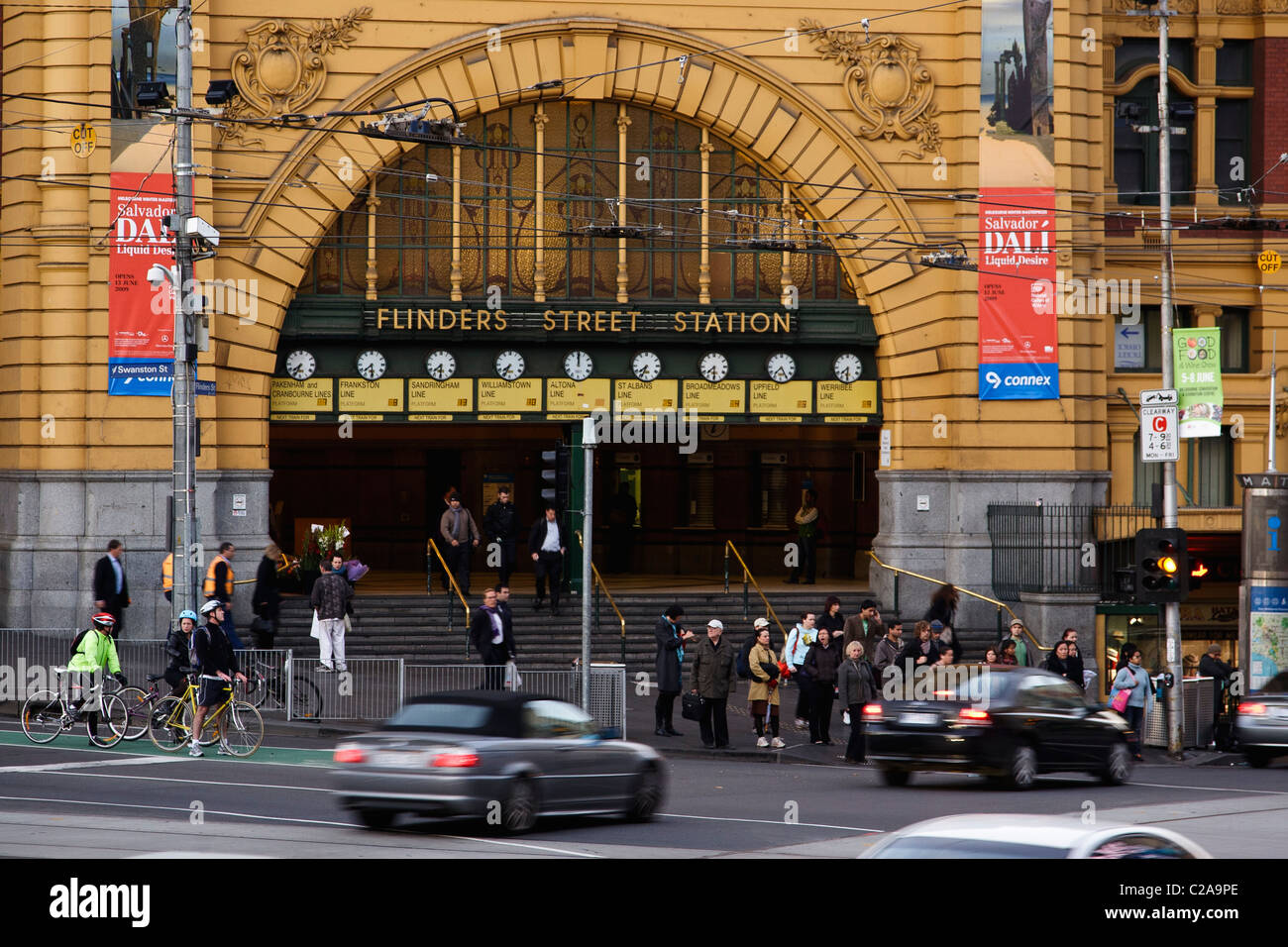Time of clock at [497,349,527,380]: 7:34
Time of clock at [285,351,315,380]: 7:34
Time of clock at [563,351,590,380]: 12:00
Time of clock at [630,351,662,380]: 7:34
